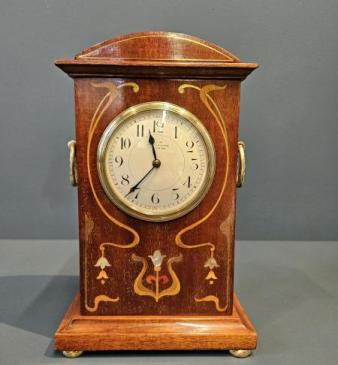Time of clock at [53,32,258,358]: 11:37
